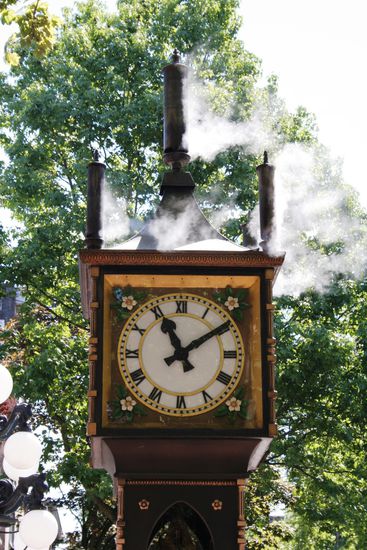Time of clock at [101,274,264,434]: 11:09
